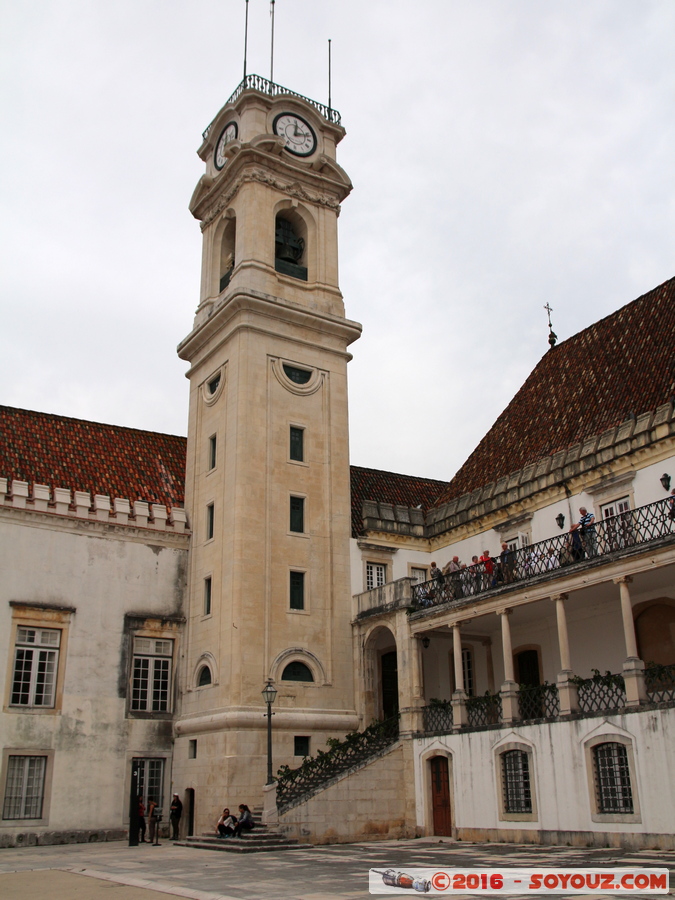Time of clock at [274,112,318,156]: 12:11
